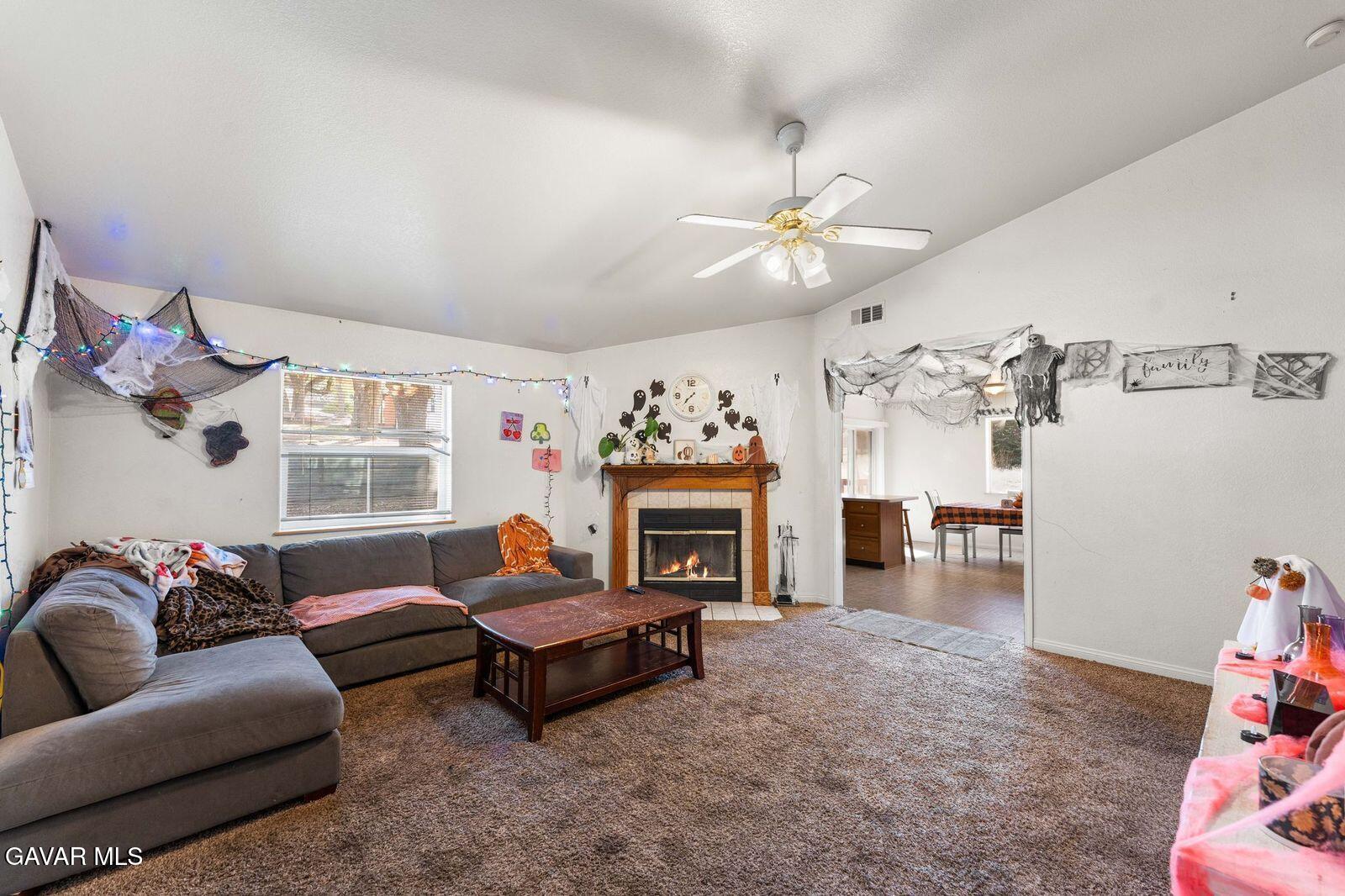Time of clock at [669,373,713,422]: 7:36
